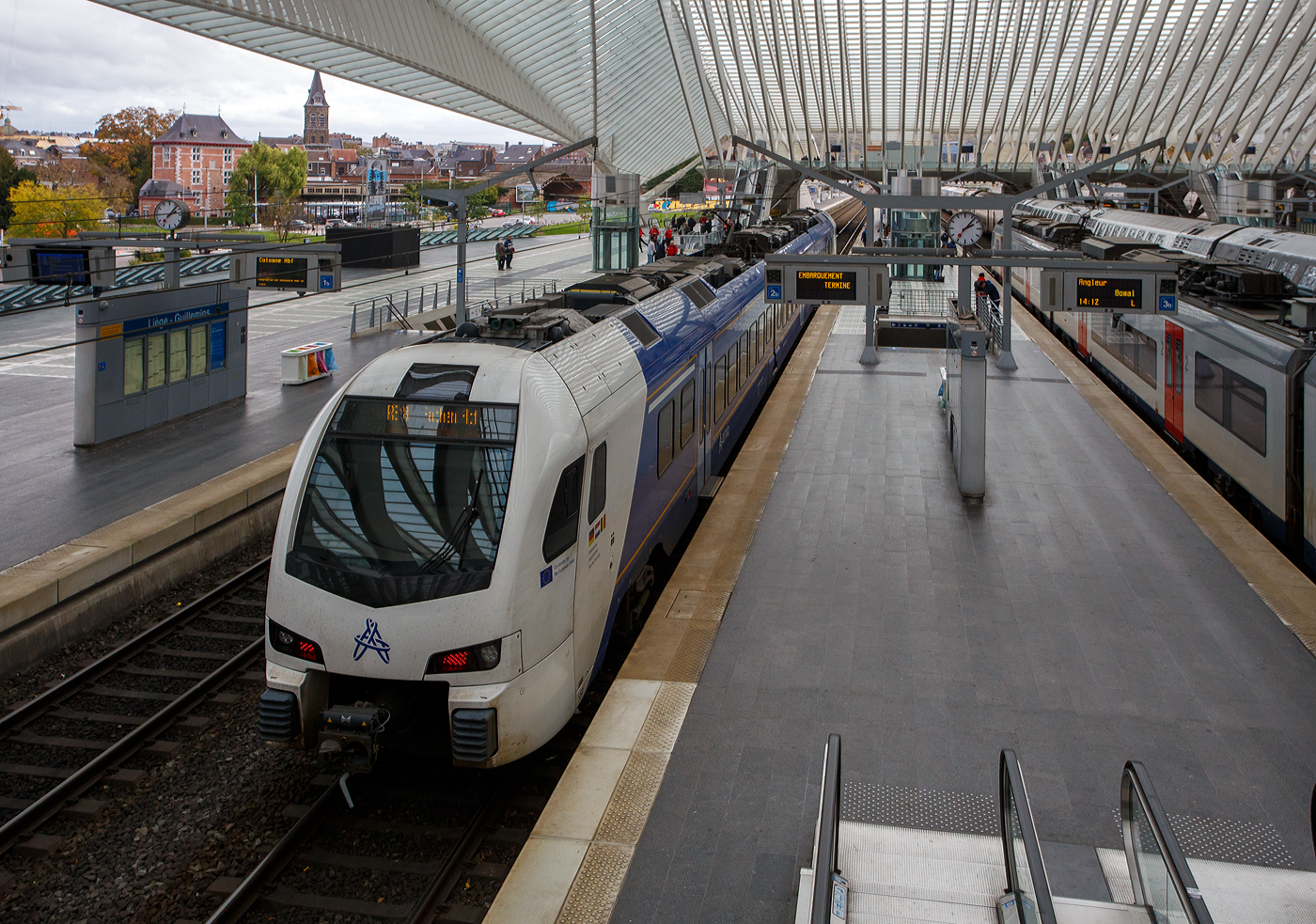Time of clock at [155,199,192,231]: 2:06
